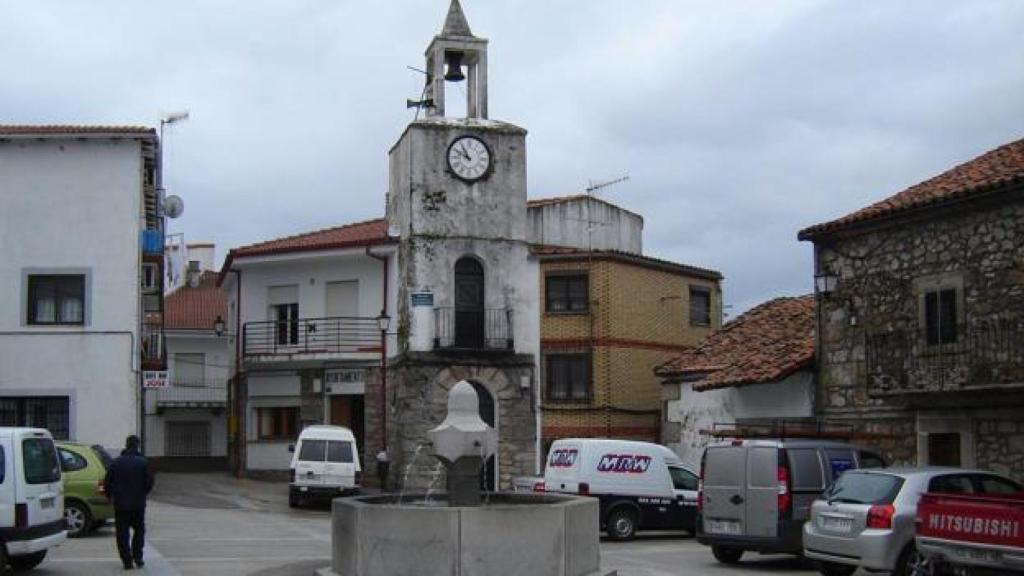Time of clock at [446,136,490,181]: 10:48
